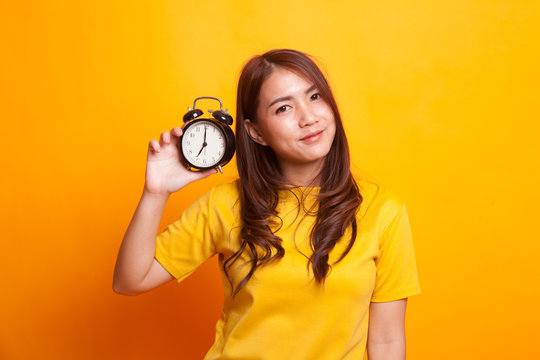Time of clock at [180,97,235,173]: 7:00
